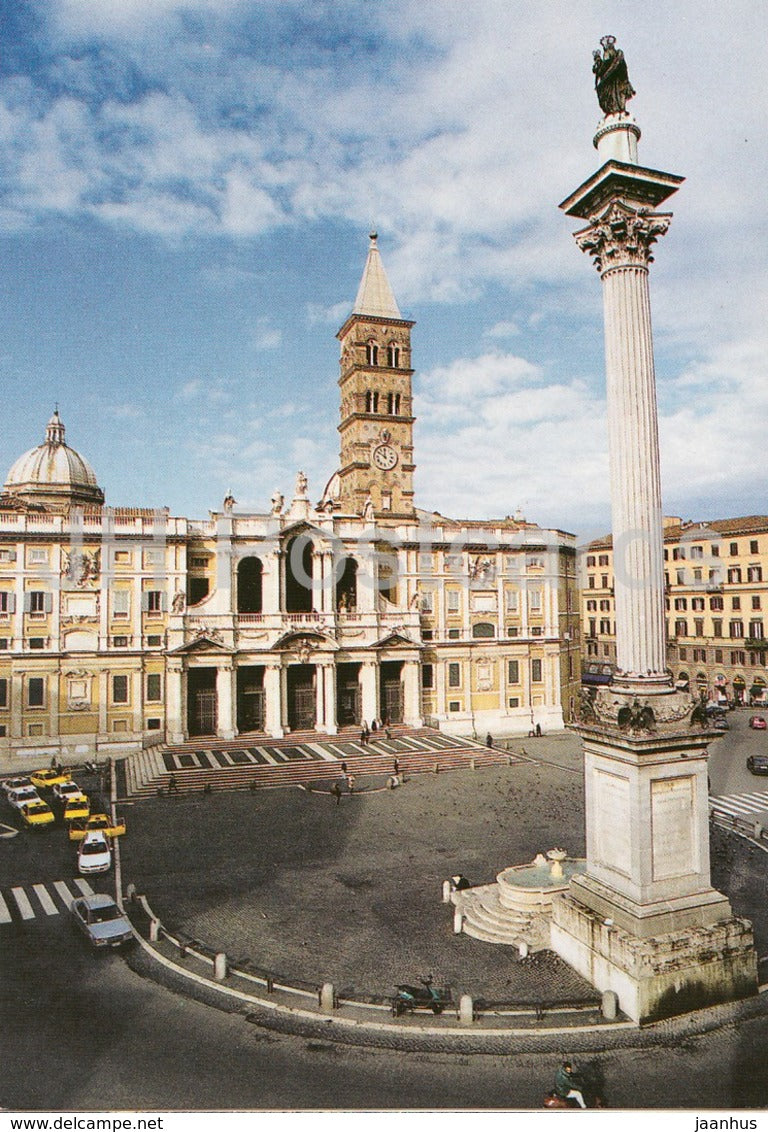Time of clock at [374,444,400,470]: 11:50
